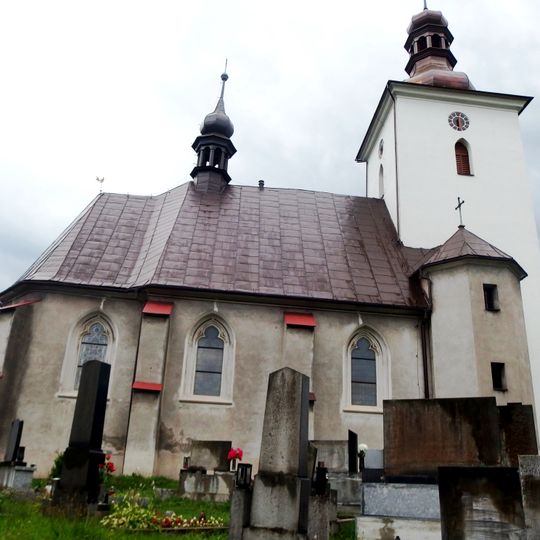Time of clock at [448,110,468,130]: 6:29
